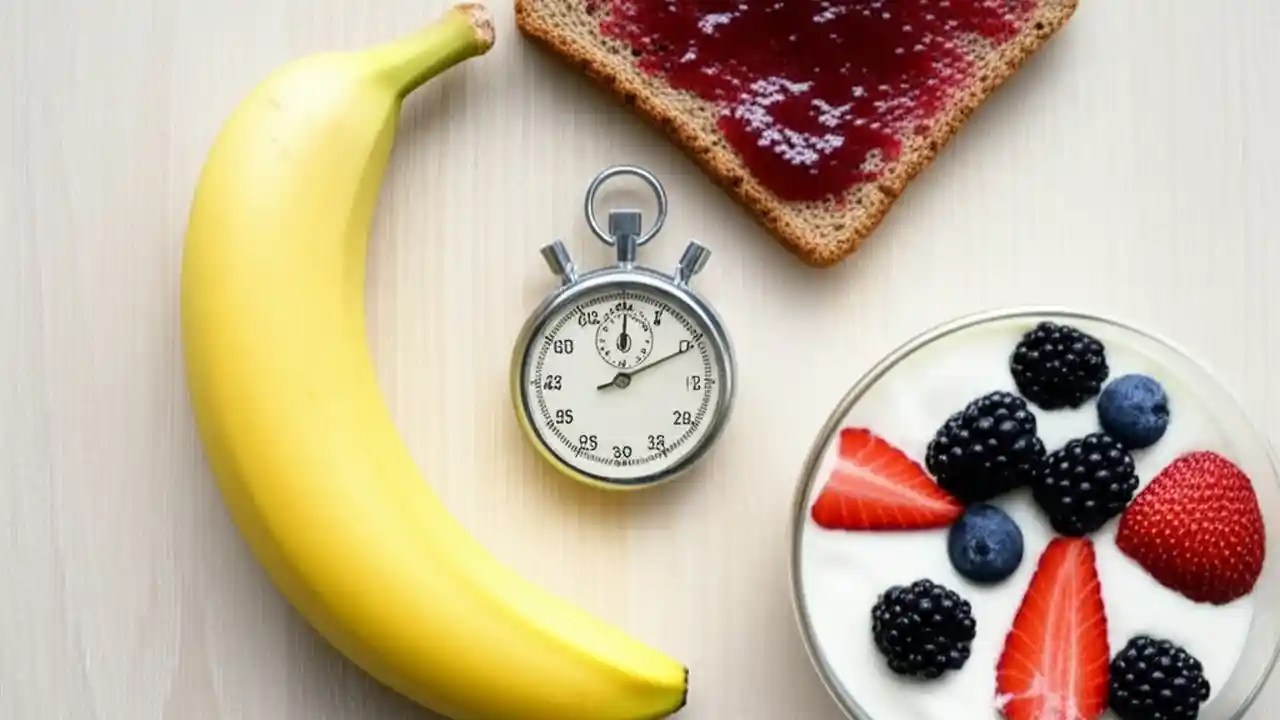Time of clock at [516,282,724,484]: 12:10
